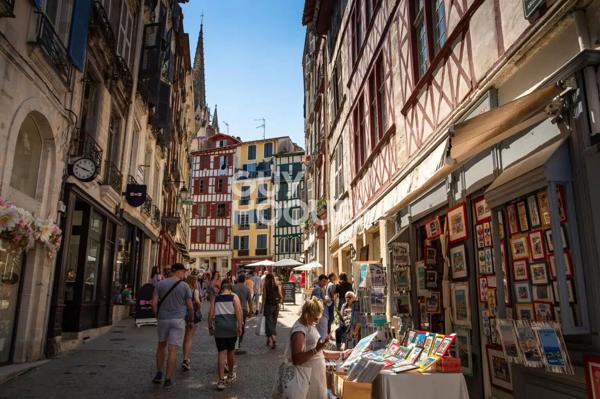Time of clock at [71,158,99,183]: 3:48
